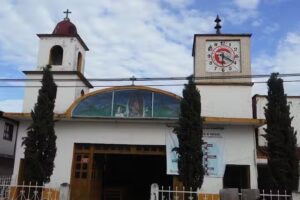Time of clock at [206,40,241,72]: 6:19
